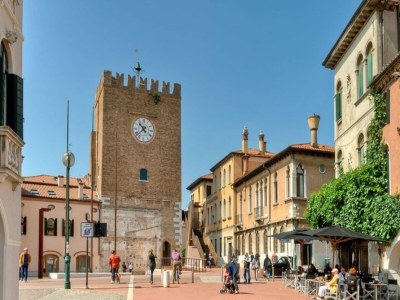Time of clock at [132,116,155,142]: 10:37
